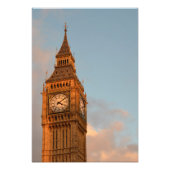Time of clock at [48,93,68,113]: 4:08
